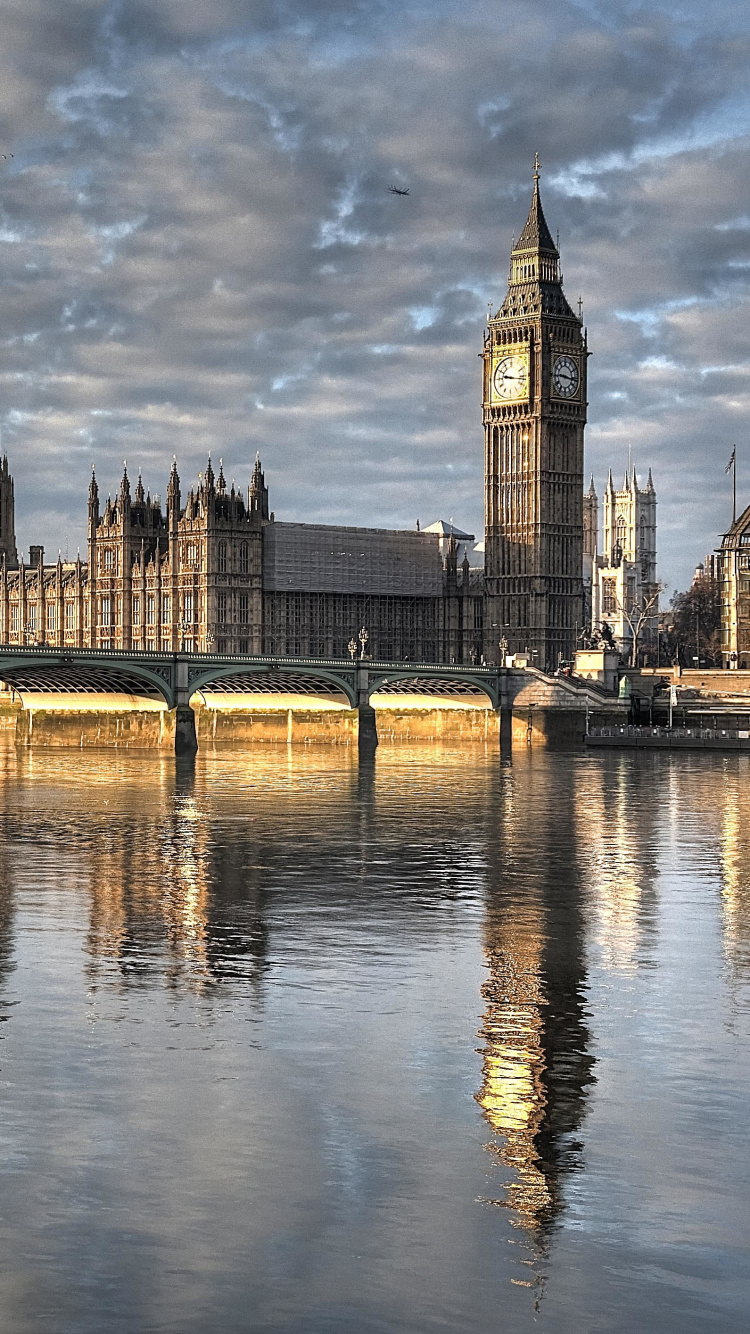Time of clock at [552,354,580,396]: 9:16
